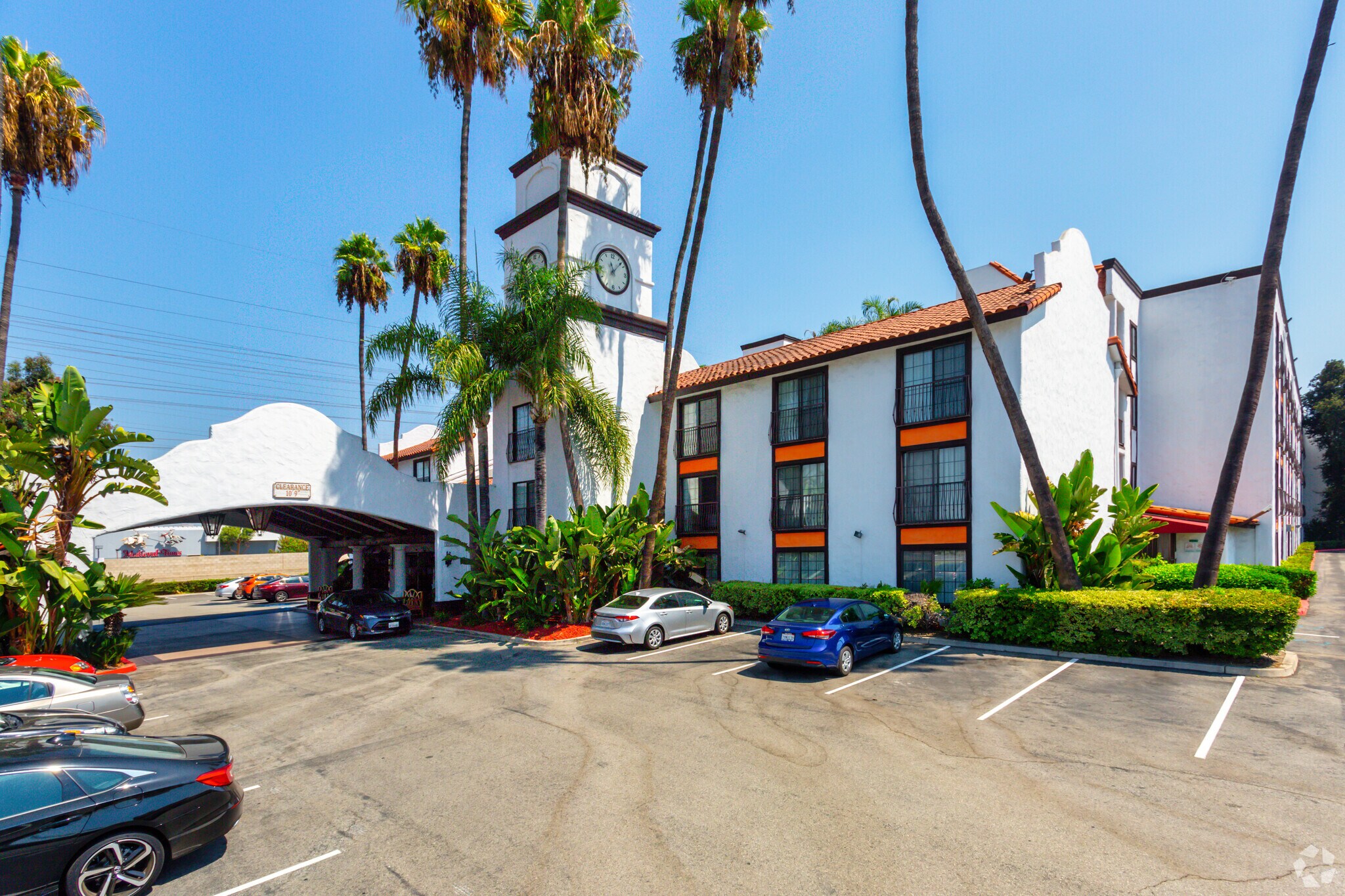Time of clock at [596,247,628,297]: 11:07
